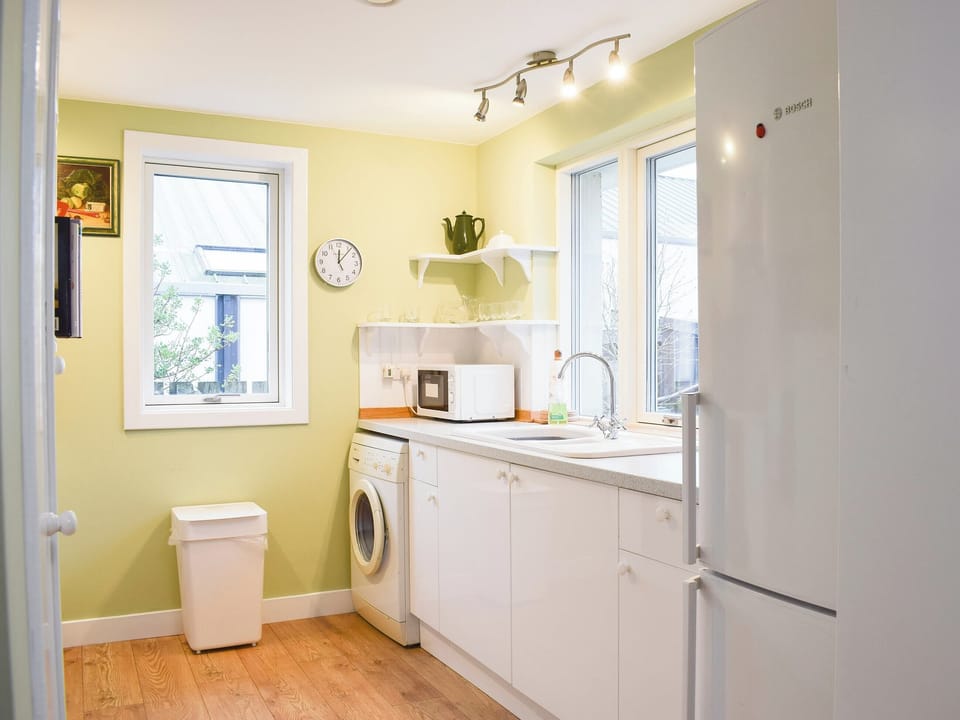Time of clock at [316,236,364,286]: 12:06
